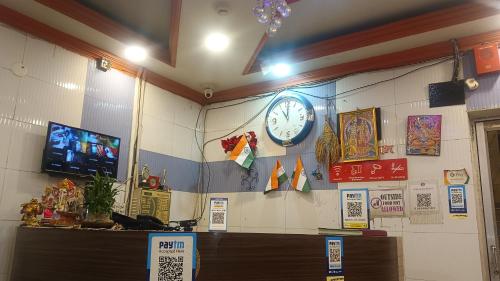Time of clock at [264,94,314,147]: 11:00
